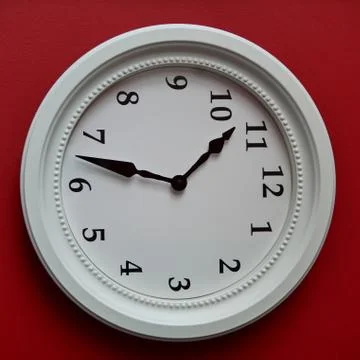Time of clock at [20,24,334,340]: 1:47
